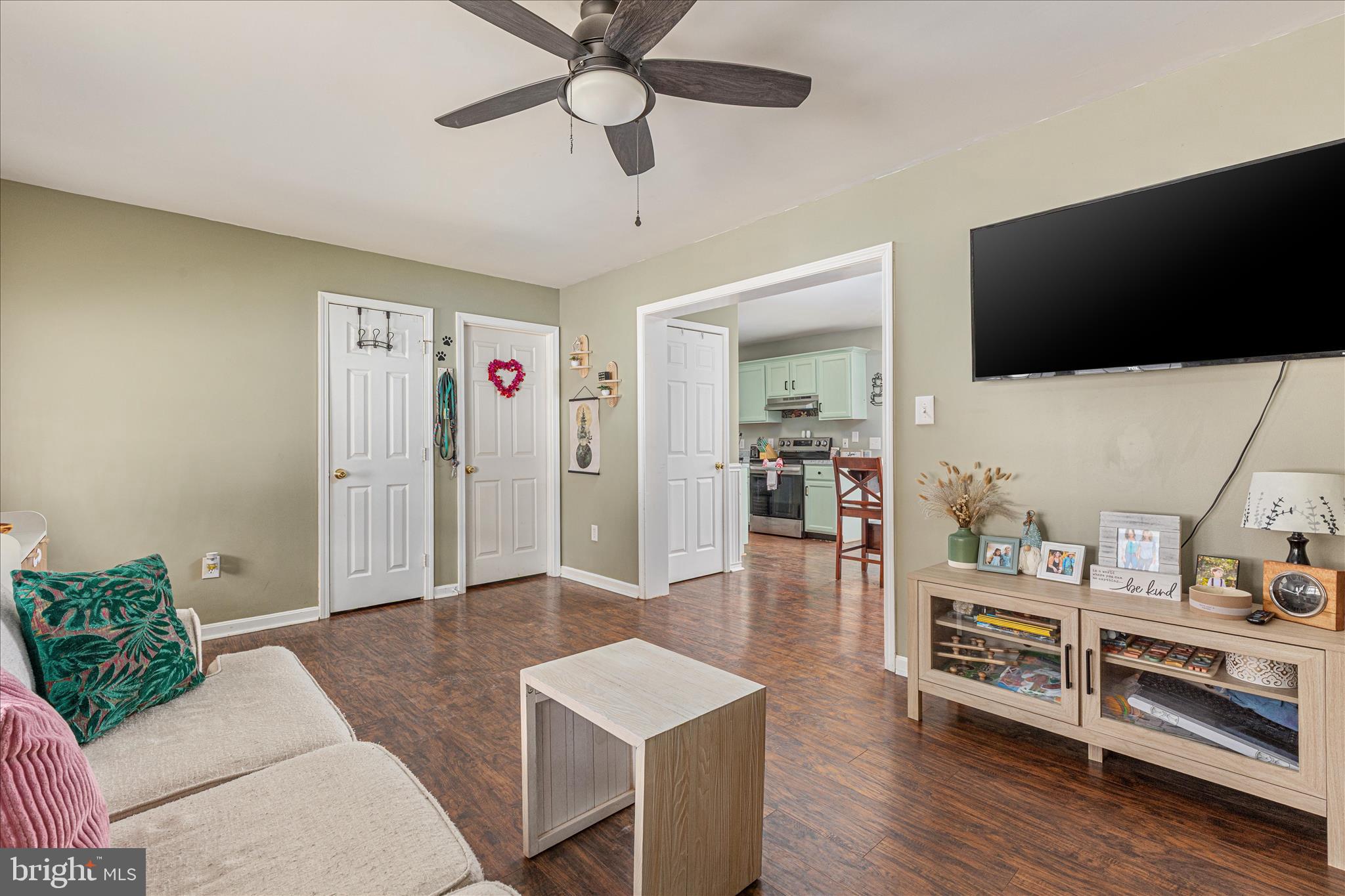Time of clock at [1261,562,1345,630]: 12:47
